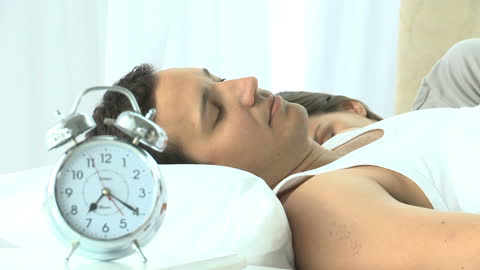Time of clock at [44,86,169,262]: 7:20
